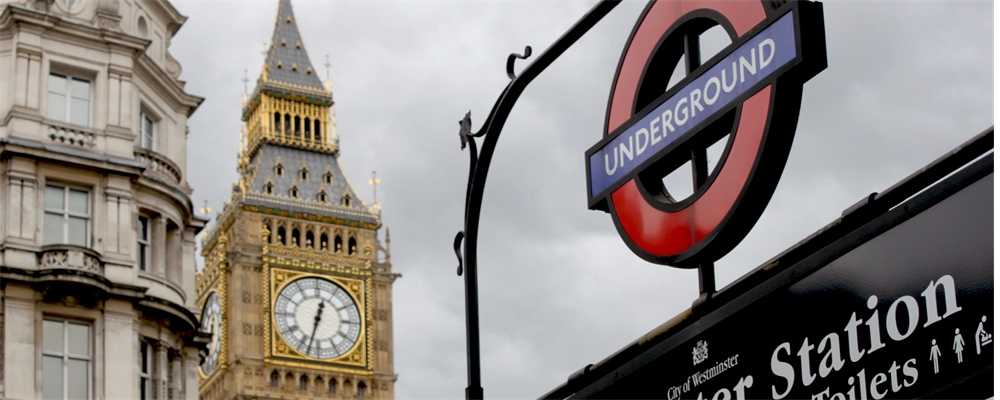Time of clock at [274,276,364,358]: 12:32
